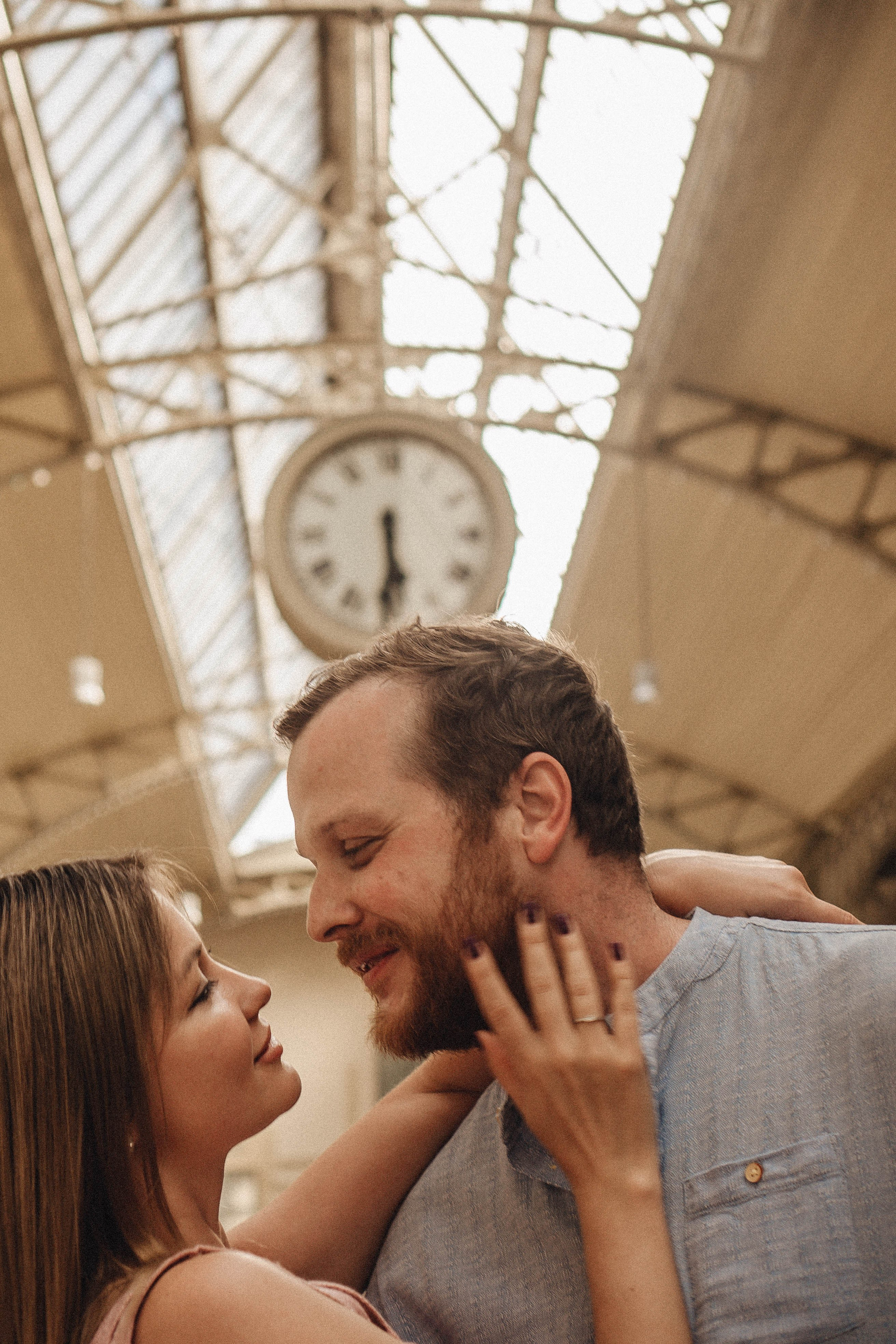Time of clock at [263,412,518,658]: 5:29
